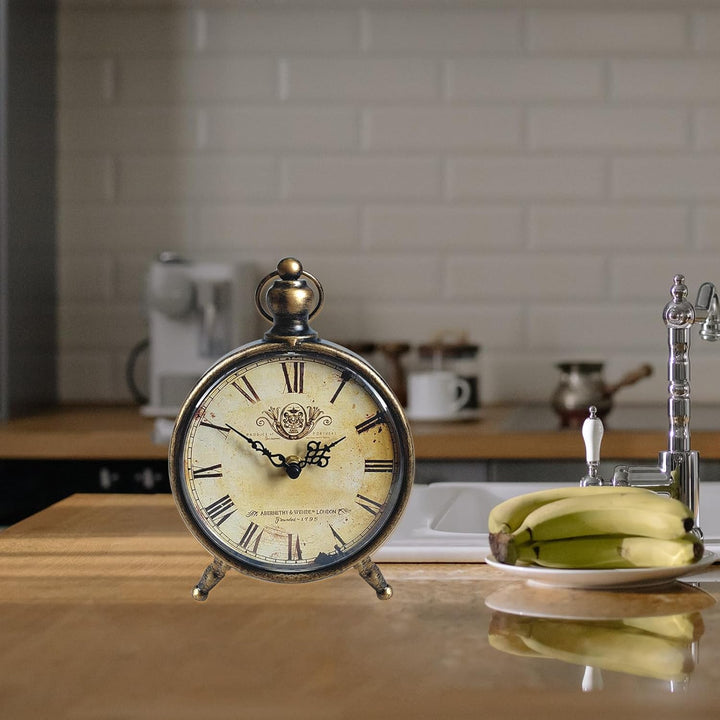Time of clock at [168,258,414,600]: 1:50
